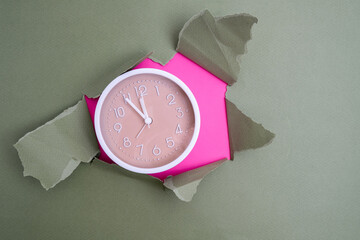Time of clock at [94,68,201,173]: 11:54
